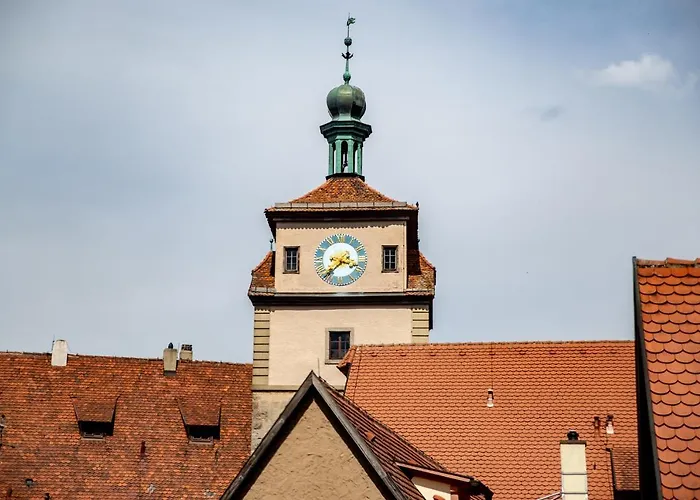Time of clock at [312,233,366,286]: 3:37
